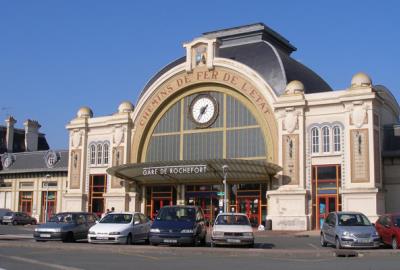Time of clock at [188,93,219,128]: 1:36
